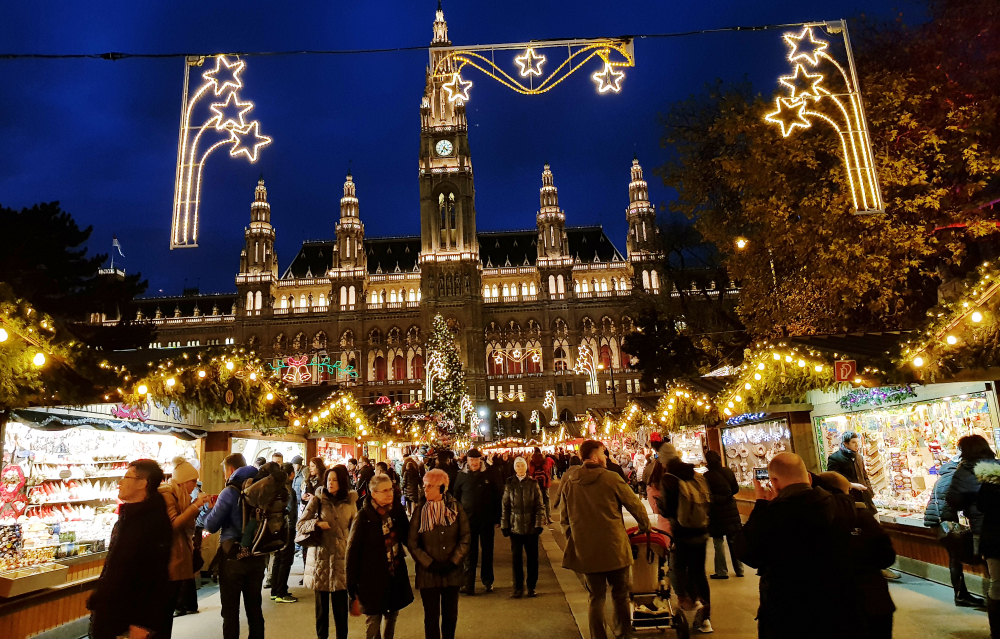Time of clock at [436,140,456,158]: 4:35
